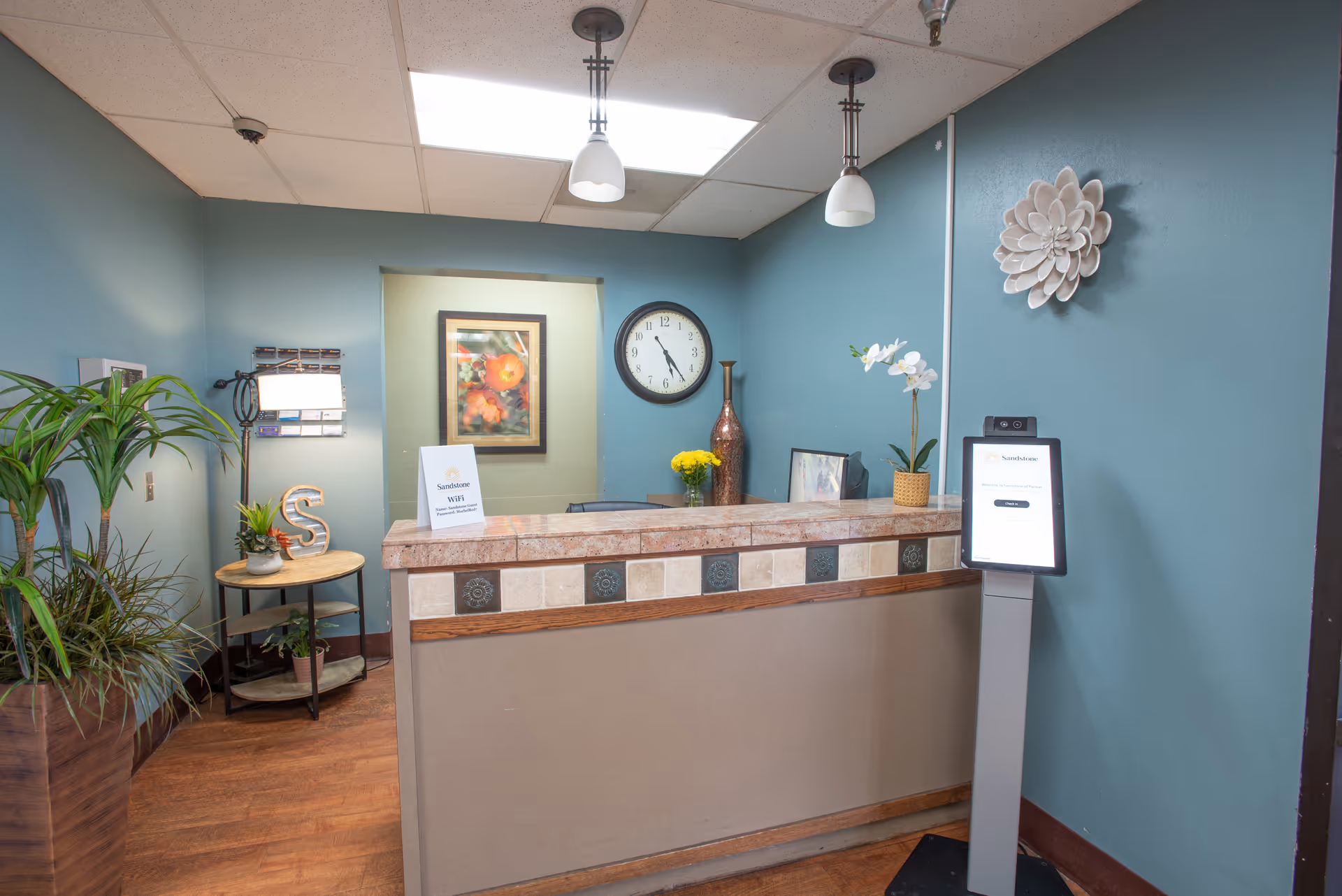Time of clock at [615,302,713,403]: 5:24
